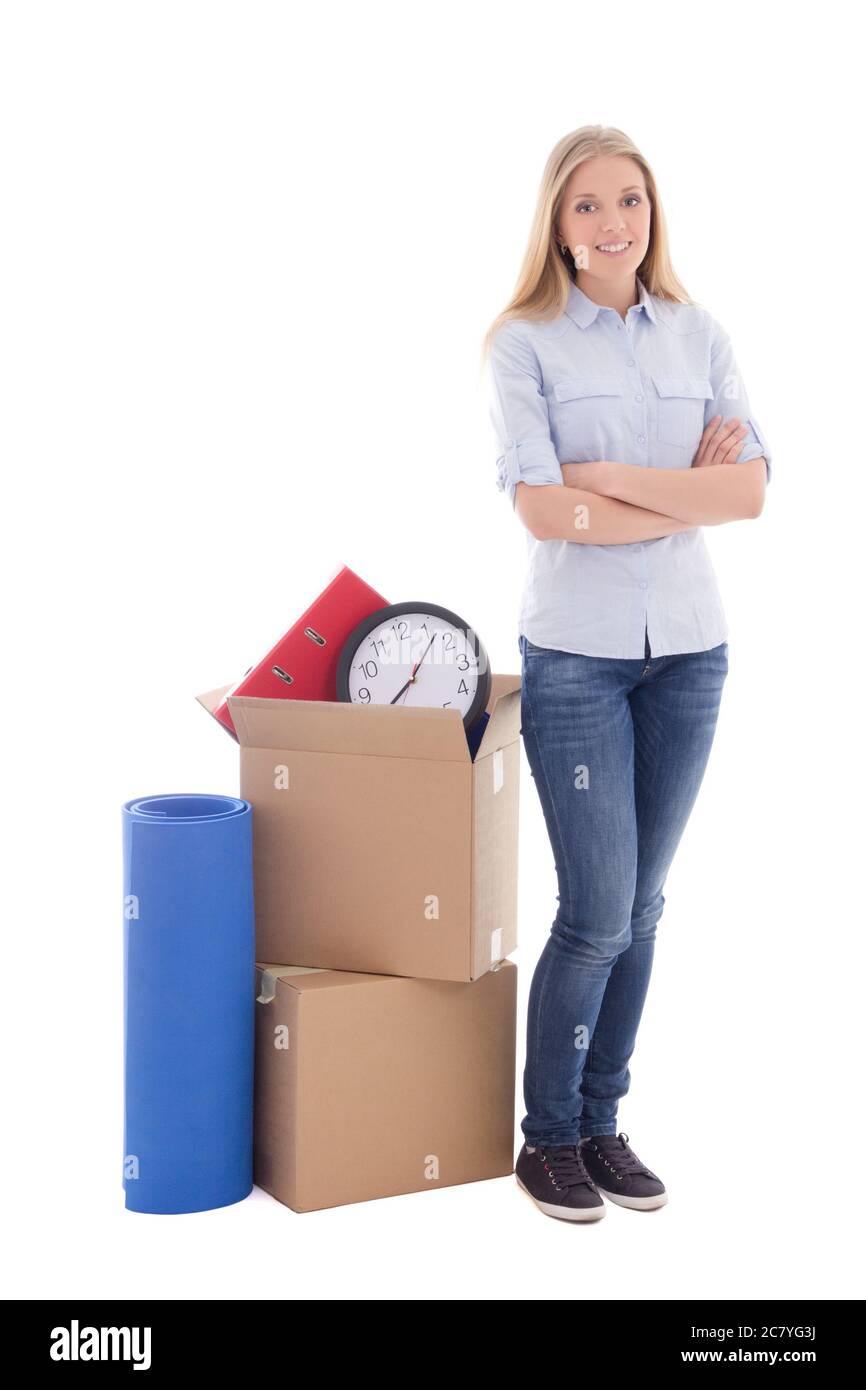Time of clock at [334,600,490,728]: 8:07
